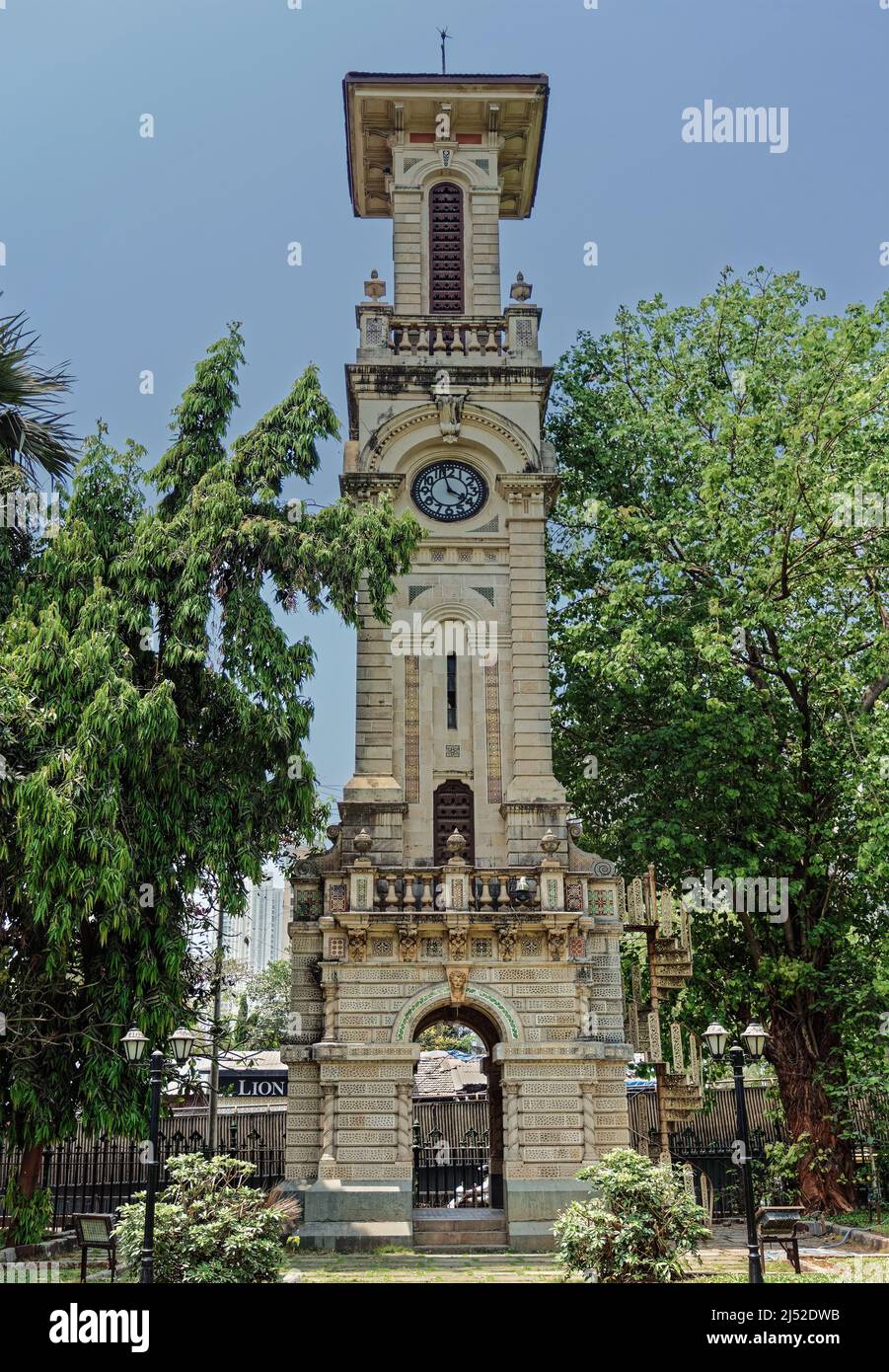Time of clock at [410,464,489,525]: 3:57
